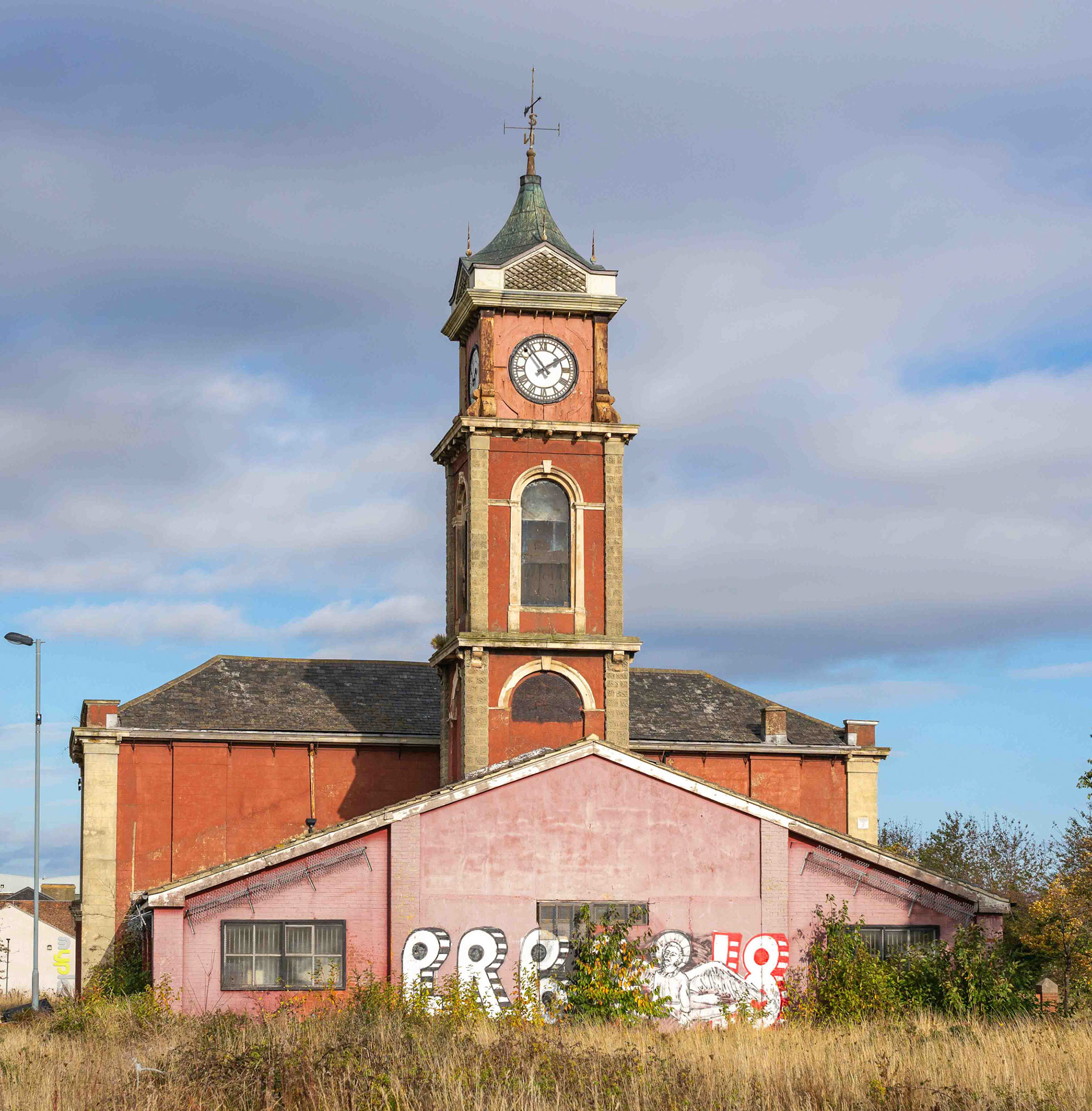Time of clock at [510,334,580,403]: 1:53
